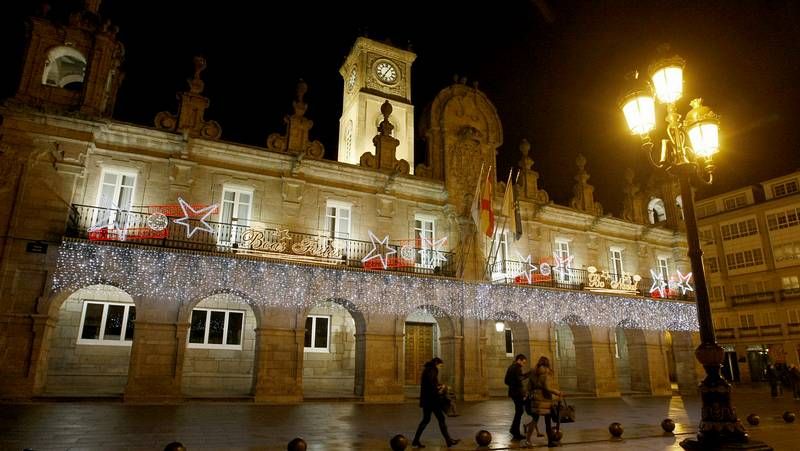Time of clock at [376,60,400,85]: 7:06
